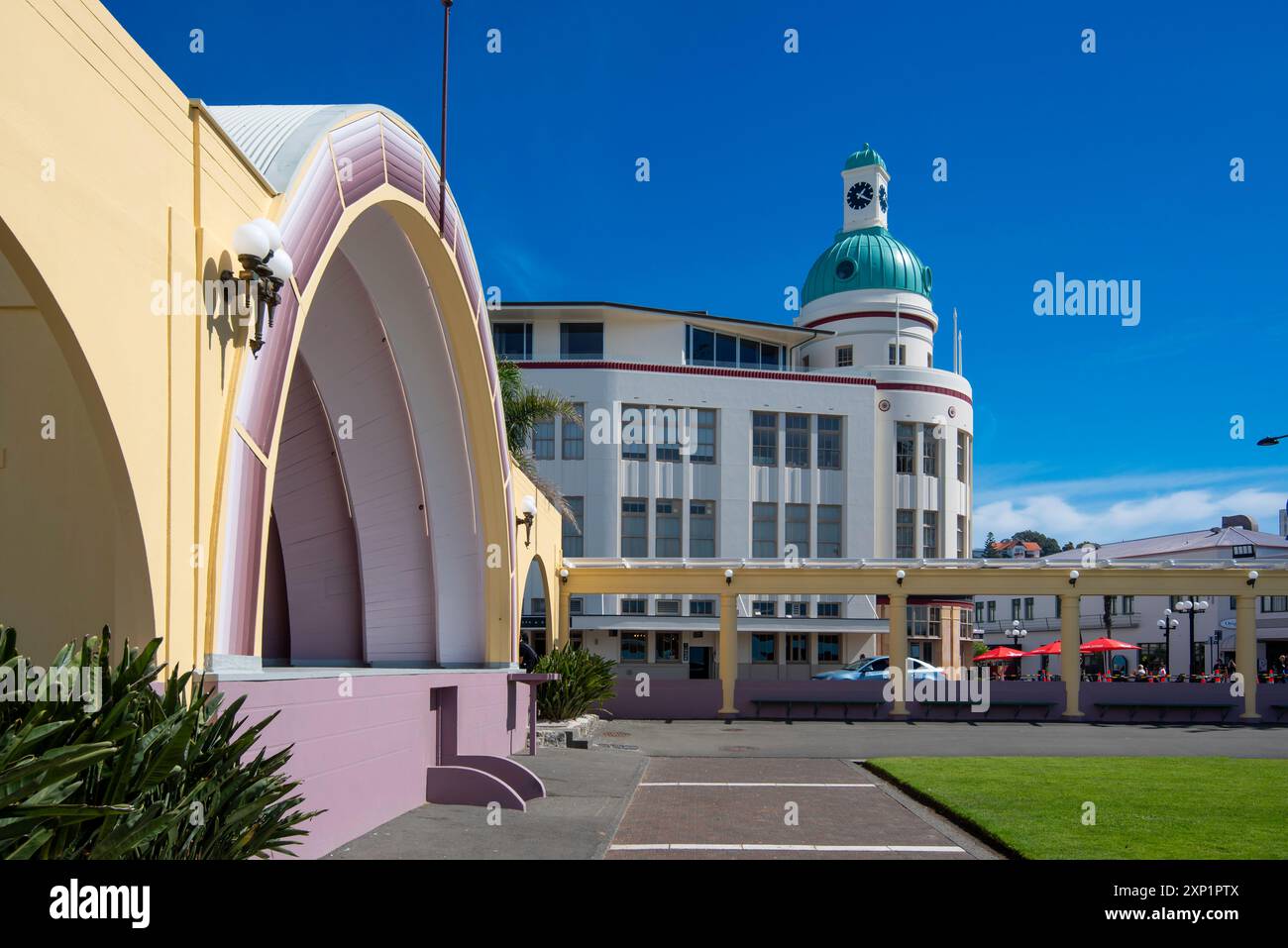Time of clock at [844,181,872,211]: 1:19
